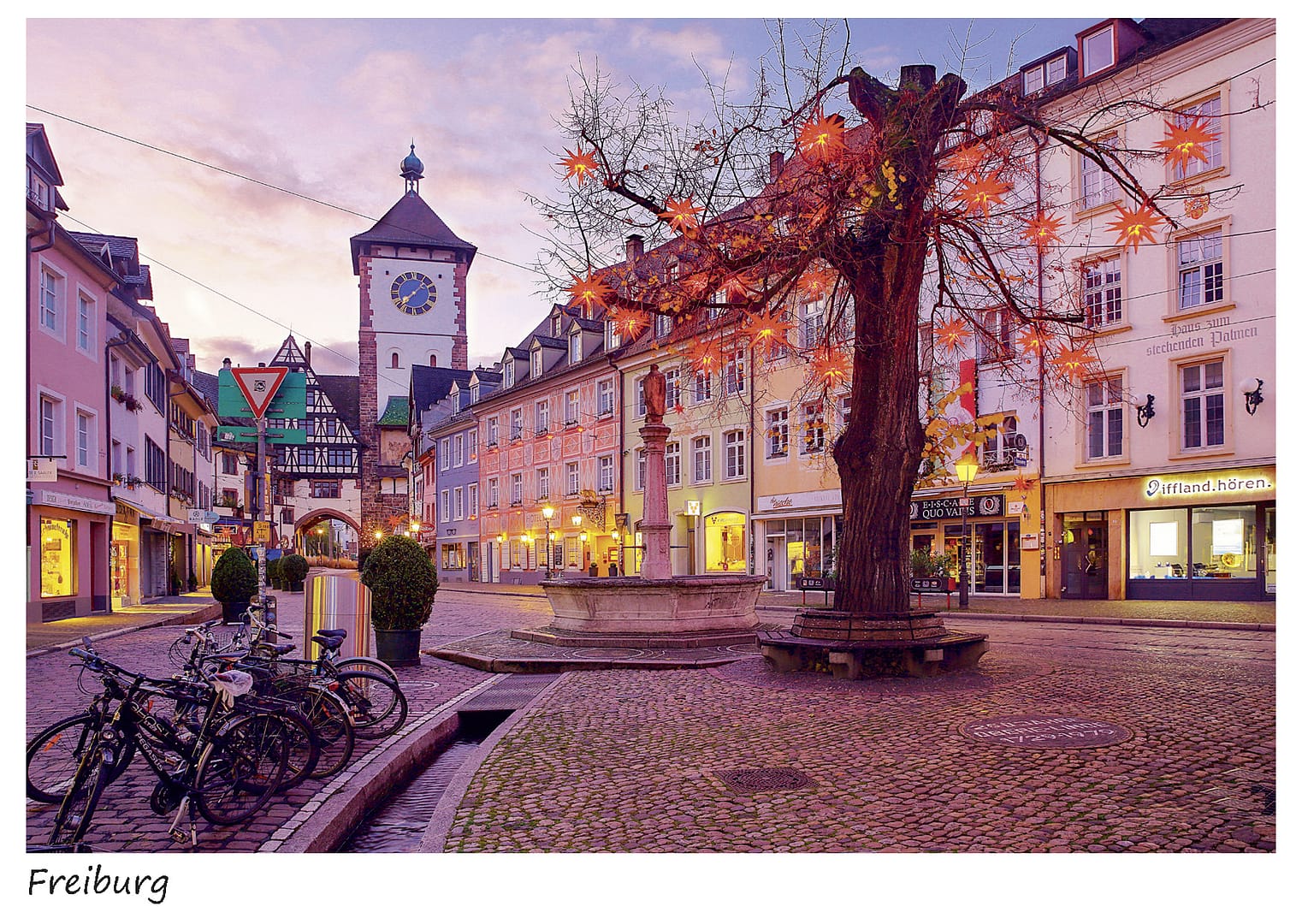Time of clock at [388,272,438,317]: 7:37
